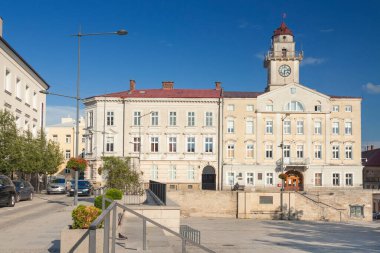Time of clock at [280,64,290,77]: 6:13
